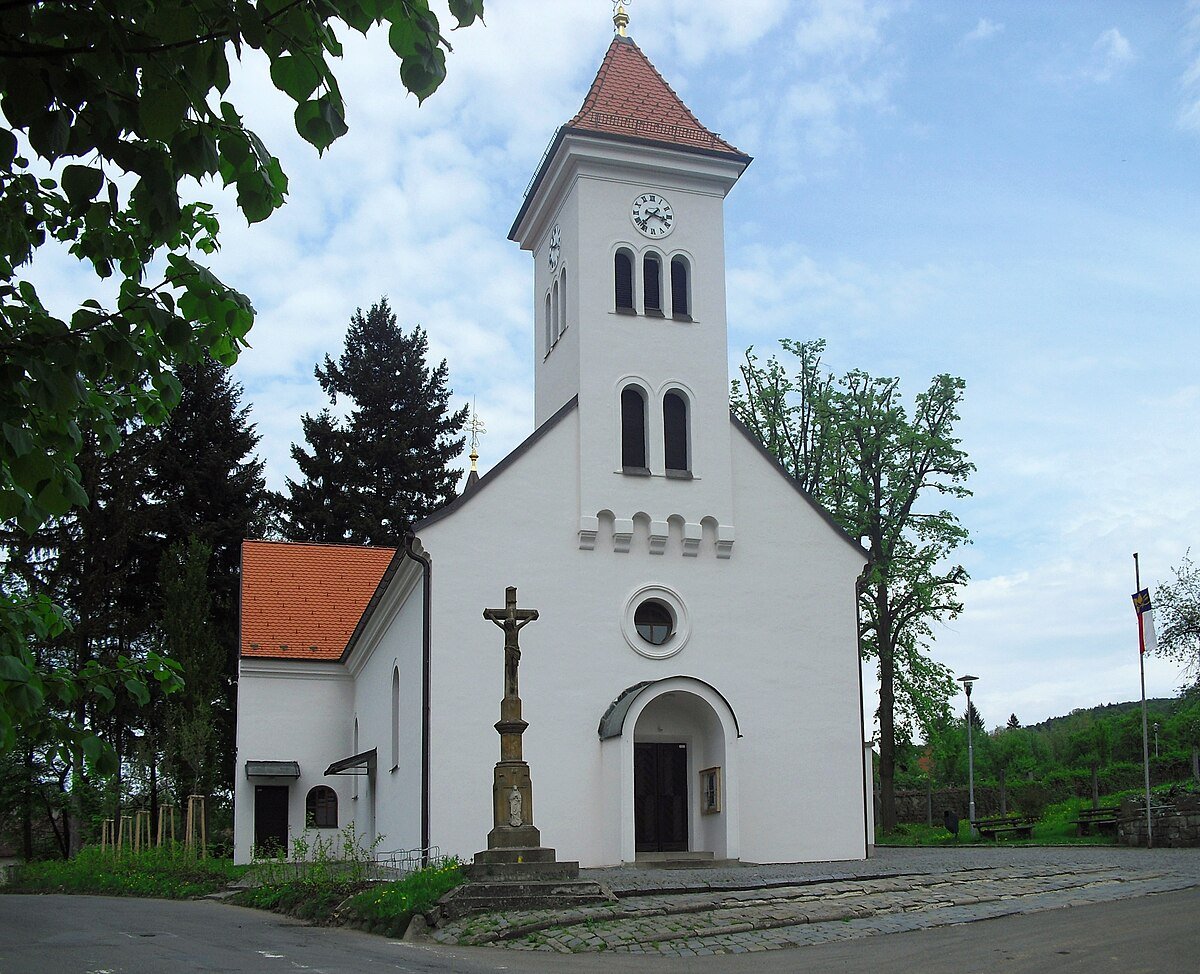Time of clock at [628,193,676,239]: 3:37
